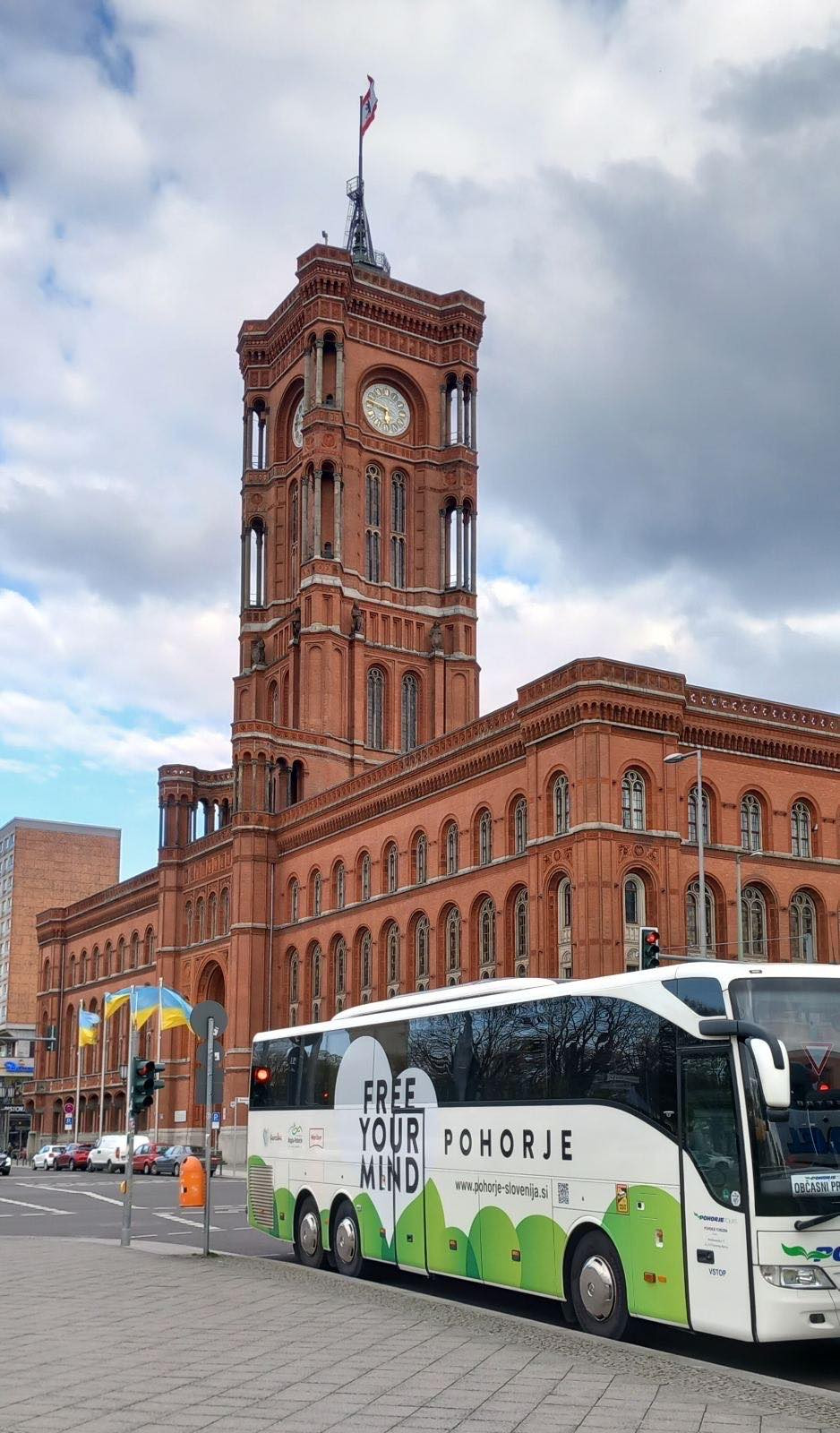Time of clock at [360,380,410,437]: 5:46
